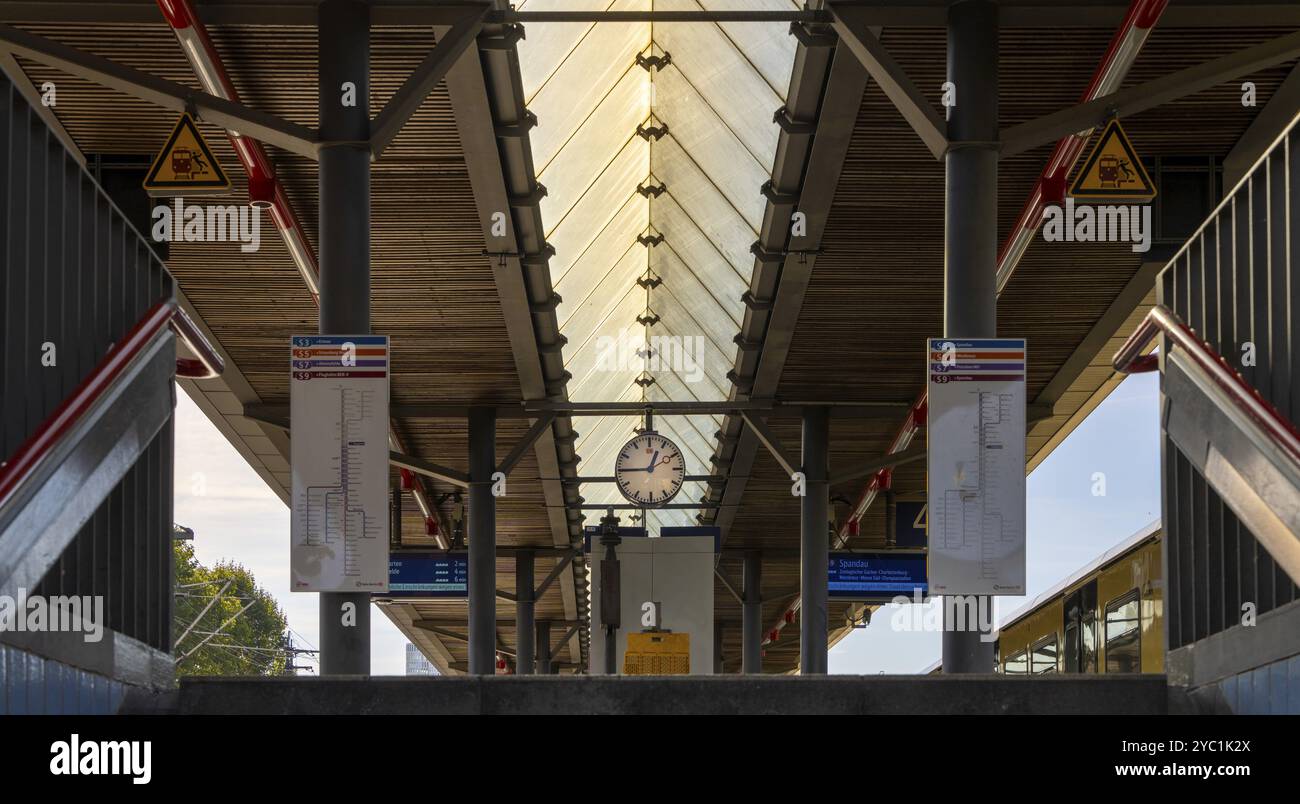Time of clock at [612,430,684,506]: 12:45
